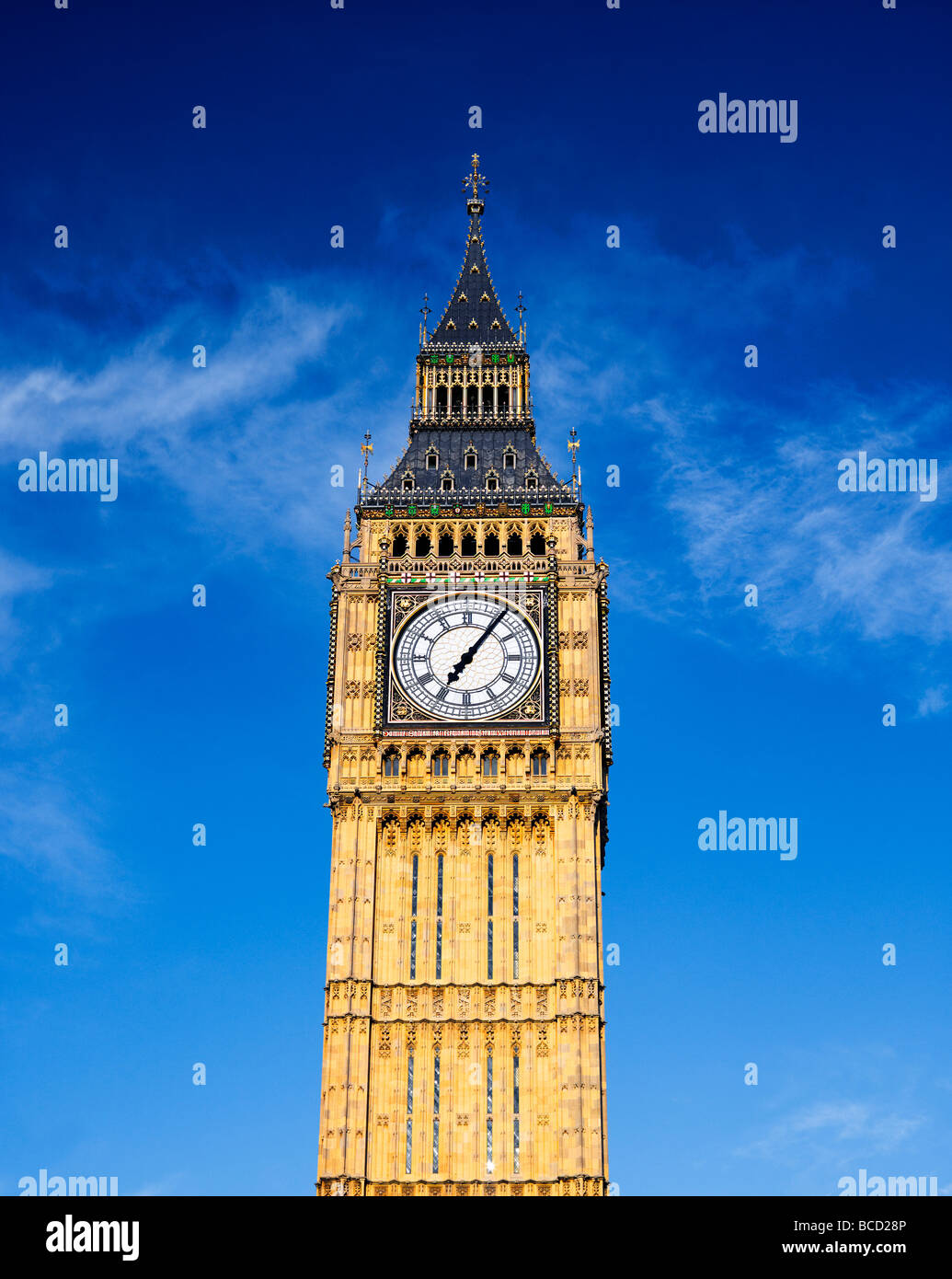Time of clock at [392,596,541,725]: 7:06
